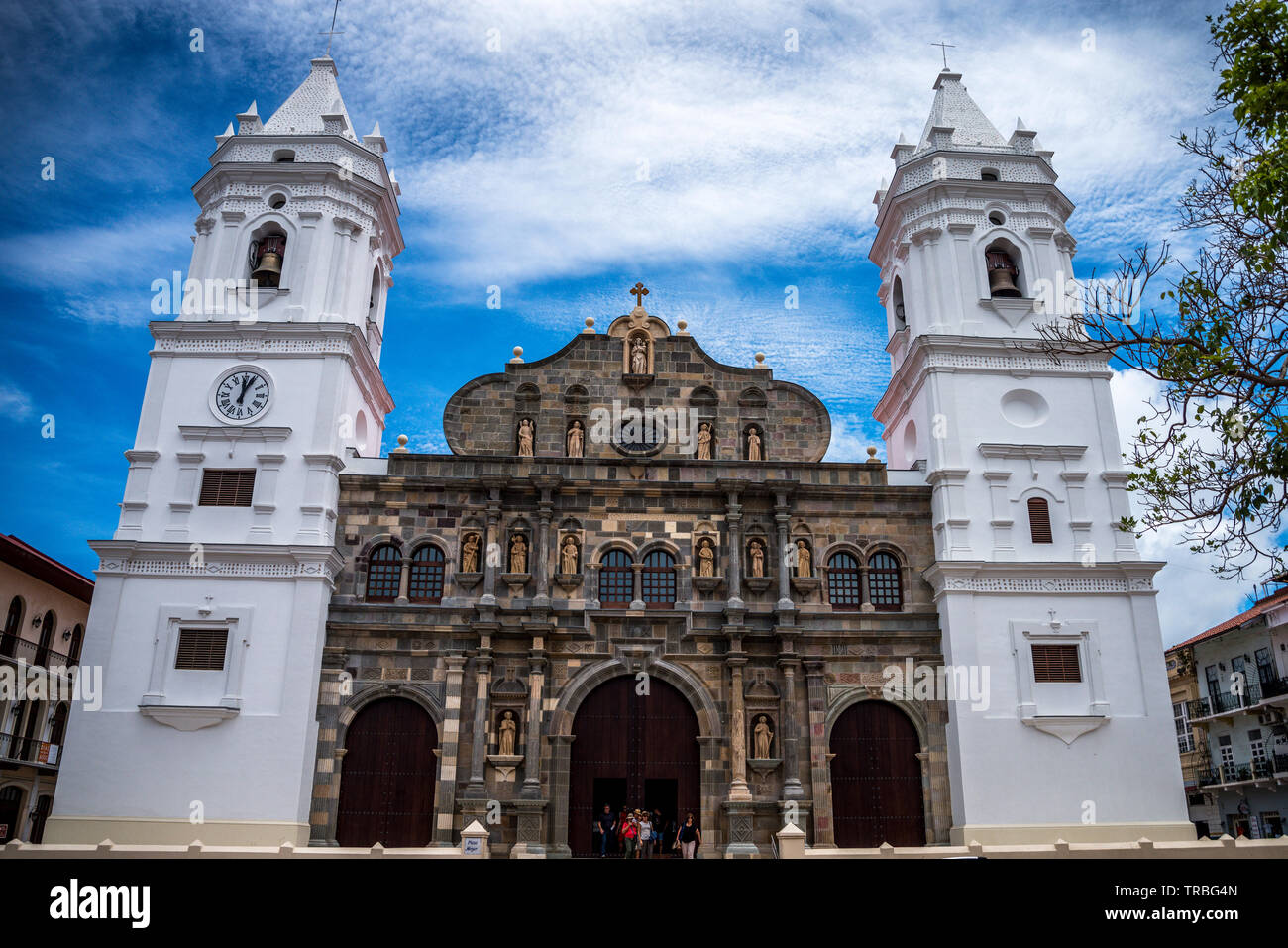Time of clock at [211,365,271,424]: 12:03
